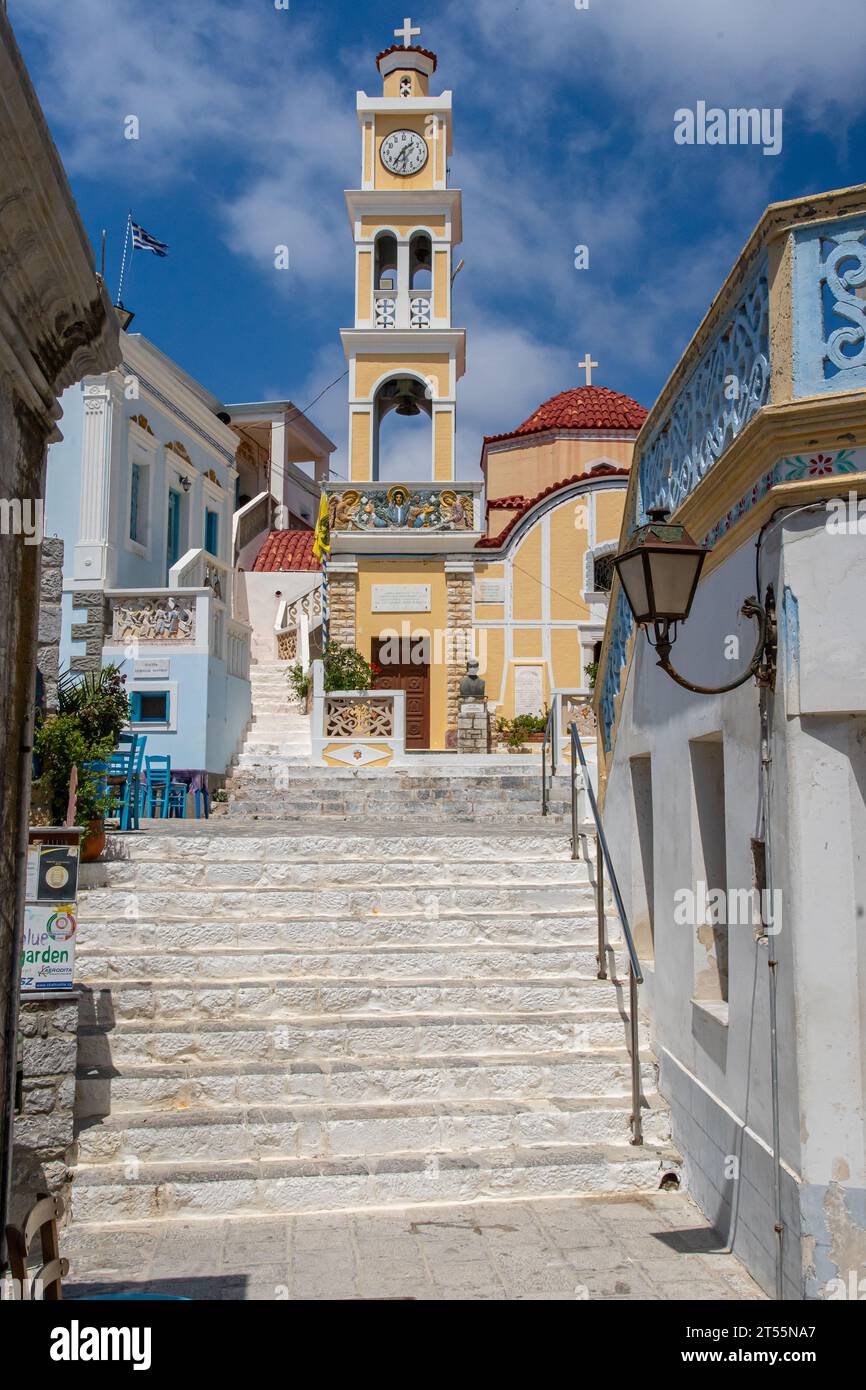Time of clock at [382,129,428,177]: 1:36
